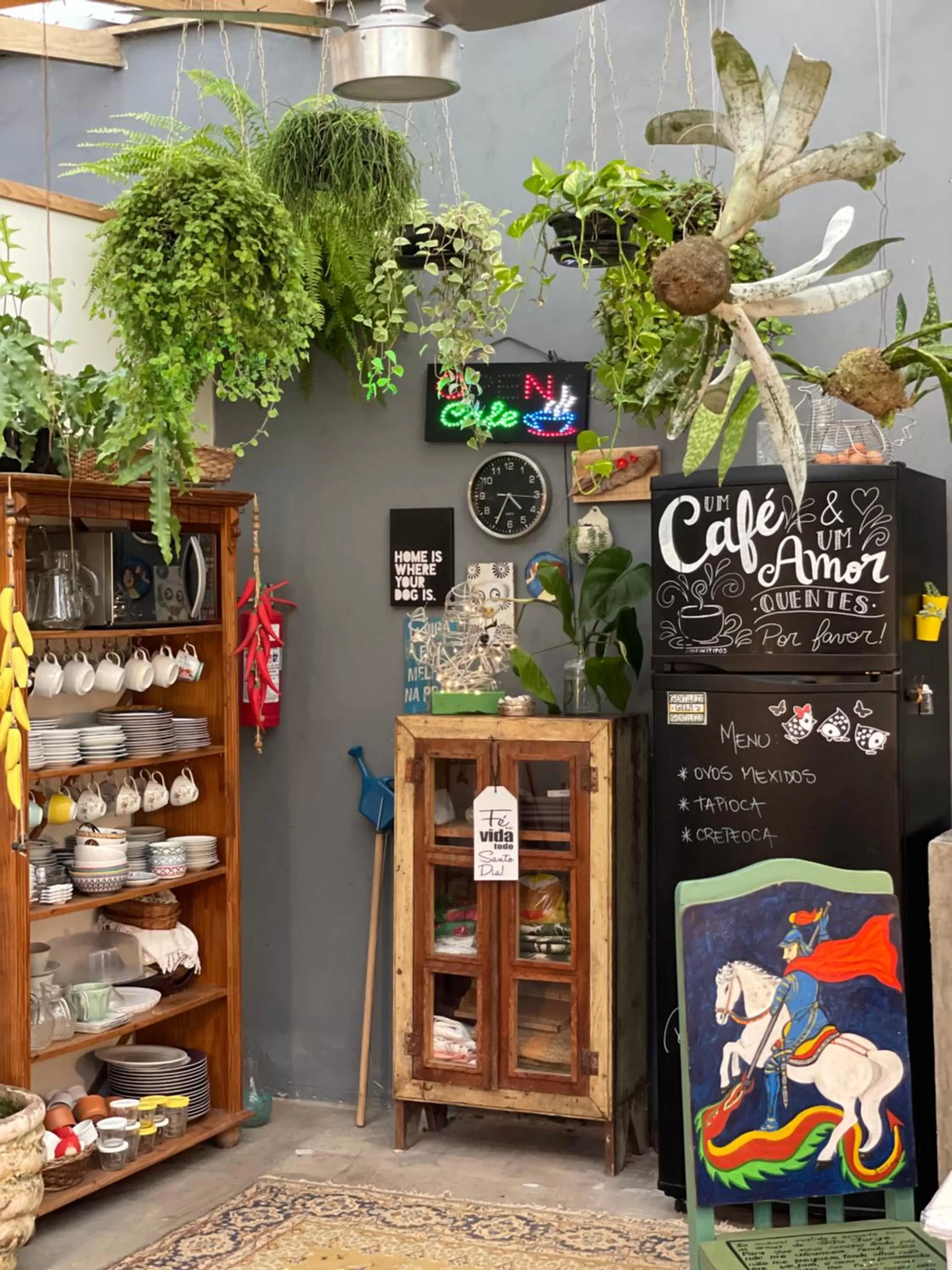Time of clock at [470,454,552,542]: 4:34
